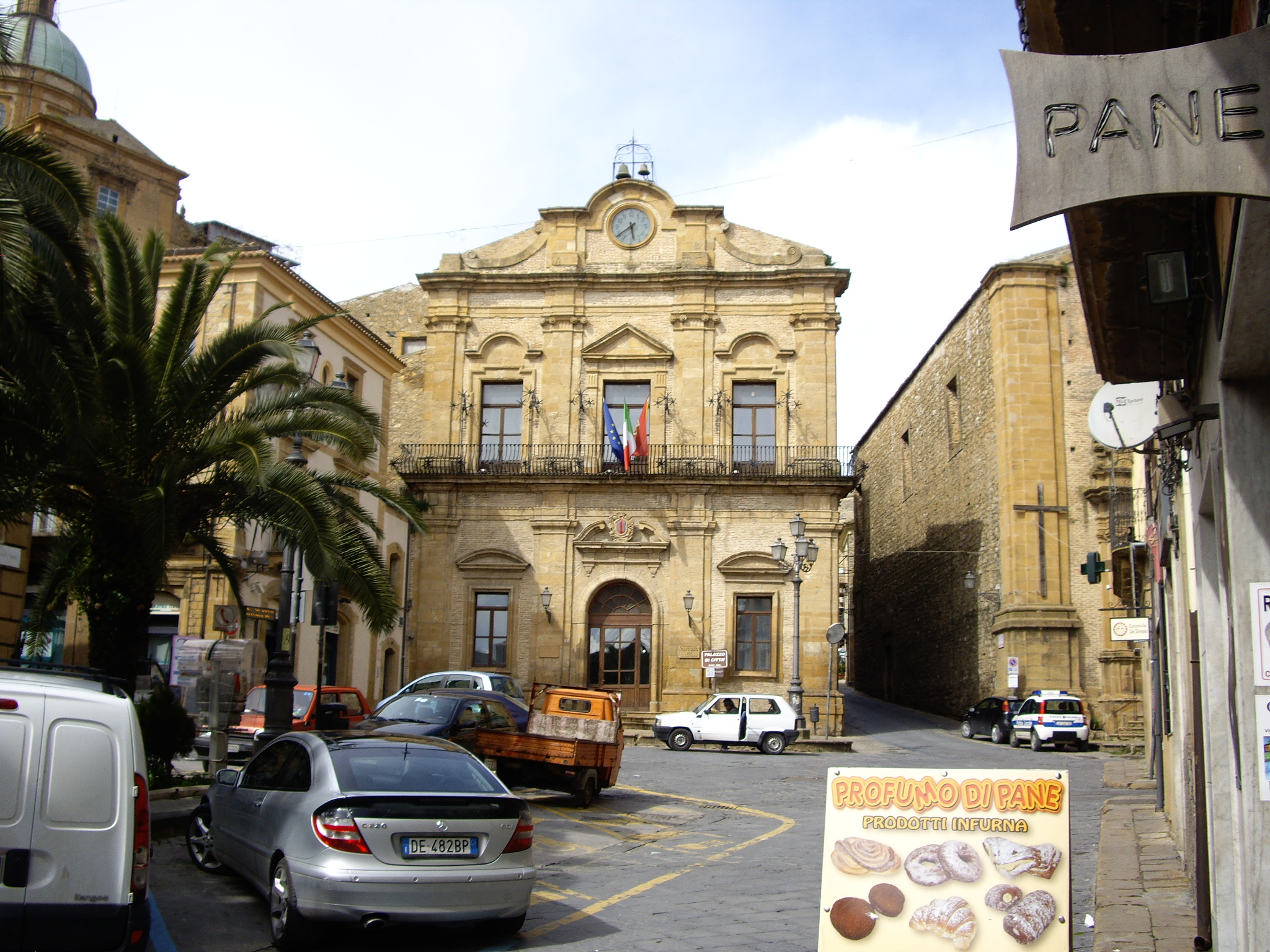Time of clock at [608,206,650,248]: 5:38
